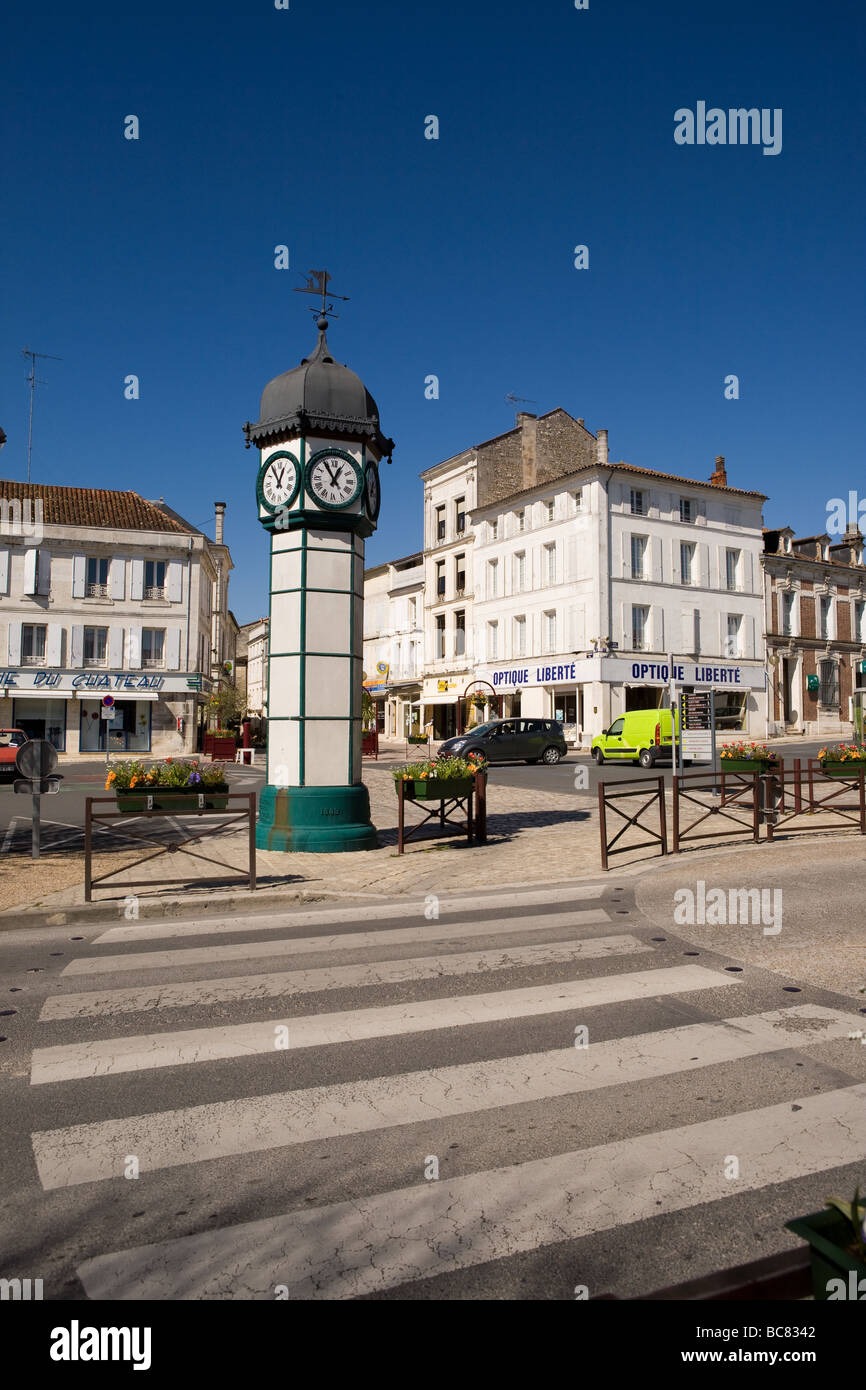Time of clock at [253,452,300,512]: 12:54
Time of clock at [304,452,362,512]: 12:54
